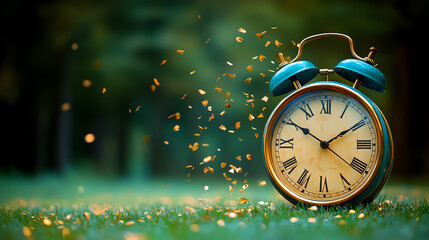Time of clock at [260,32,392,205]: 1:50
